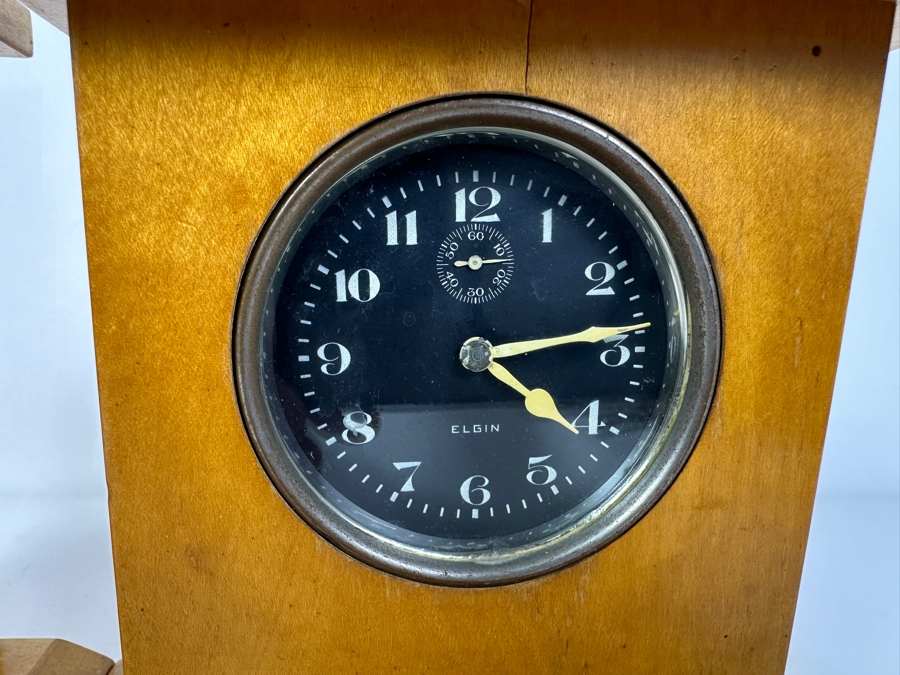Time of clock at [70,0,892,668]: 4:13
